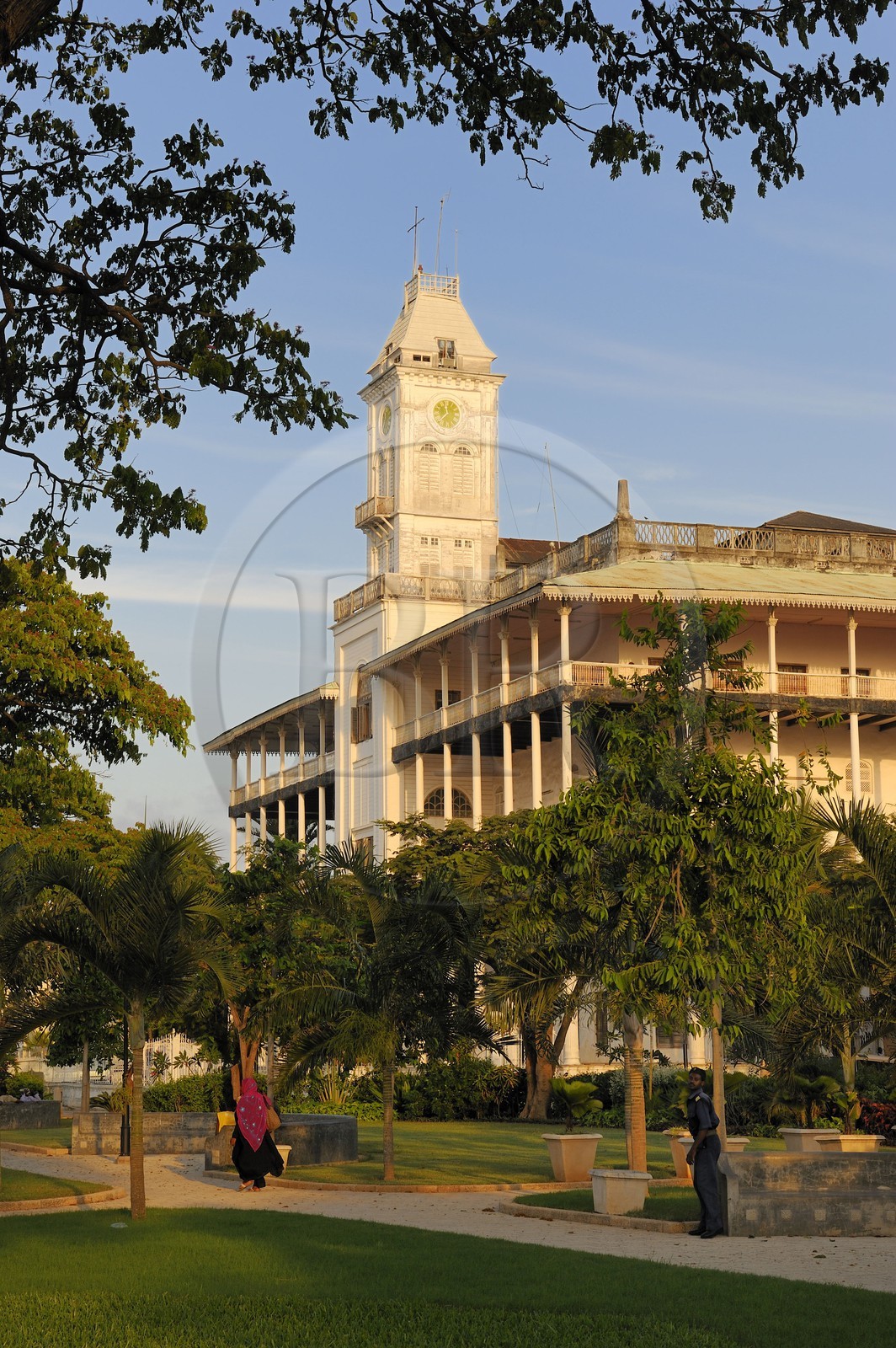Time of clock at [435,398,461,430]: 11:37
